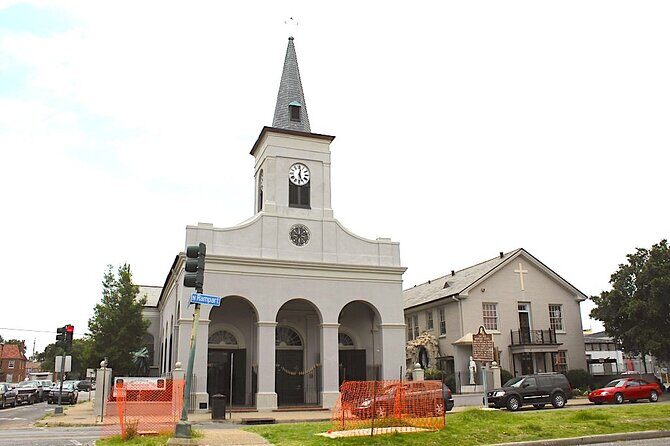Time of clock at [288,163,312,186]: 12:26
